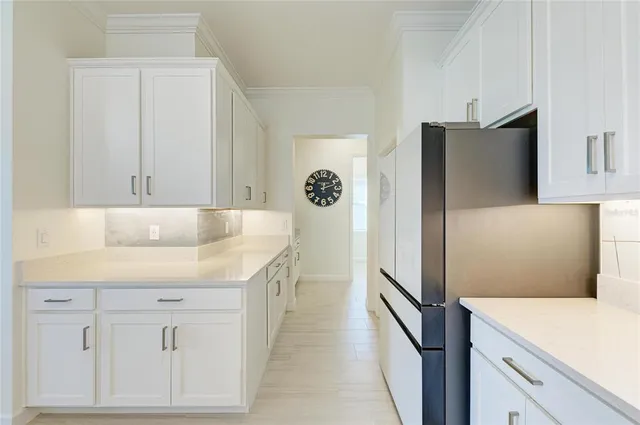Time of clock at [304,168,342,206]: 12:11
